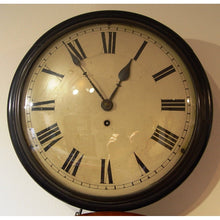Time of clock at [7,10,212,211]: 12:53
